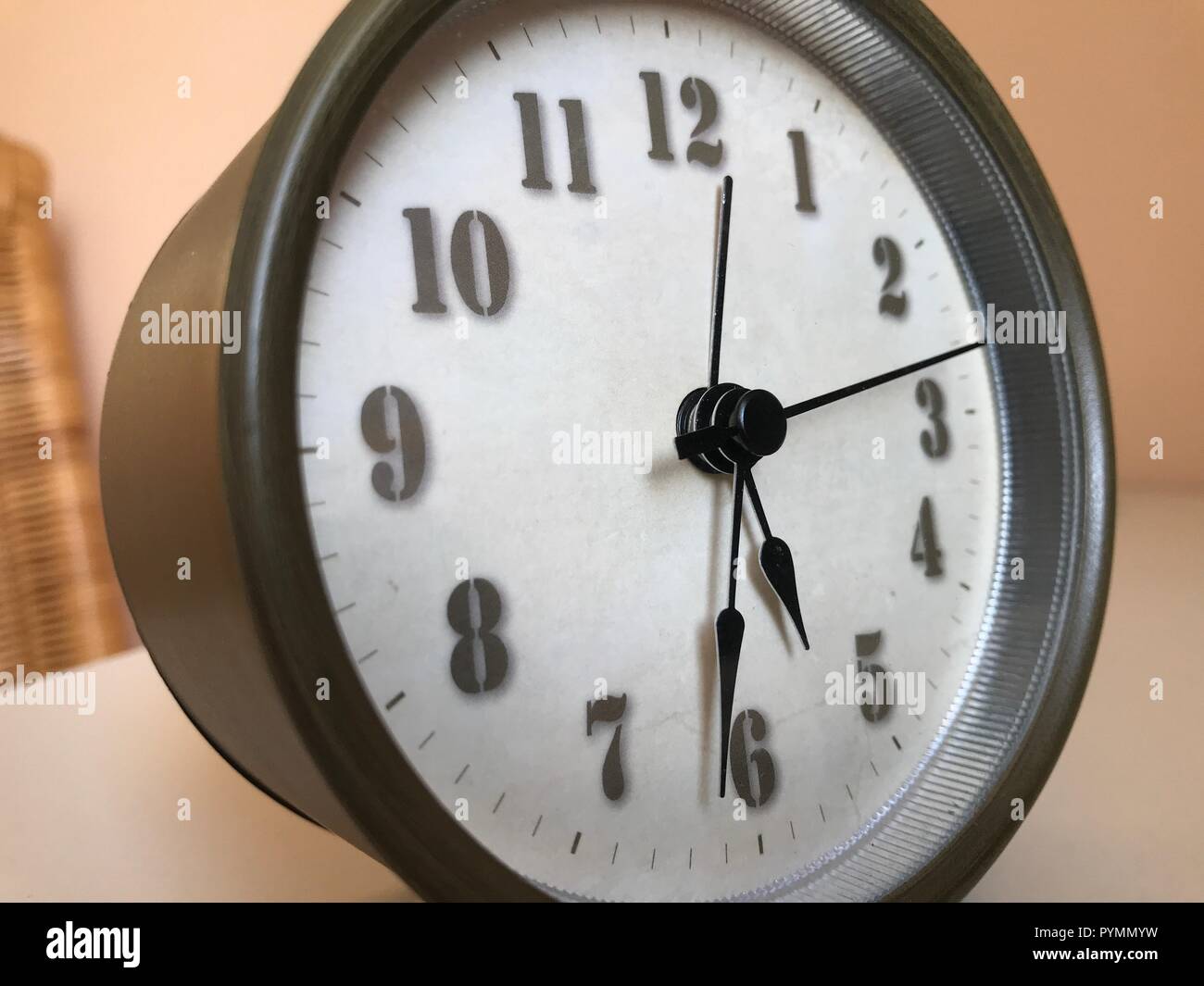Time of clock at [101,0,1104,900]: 5:31
